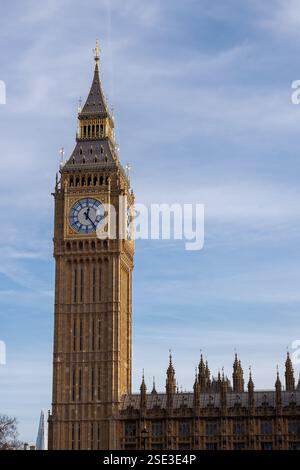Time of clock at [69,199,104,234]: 12:23
